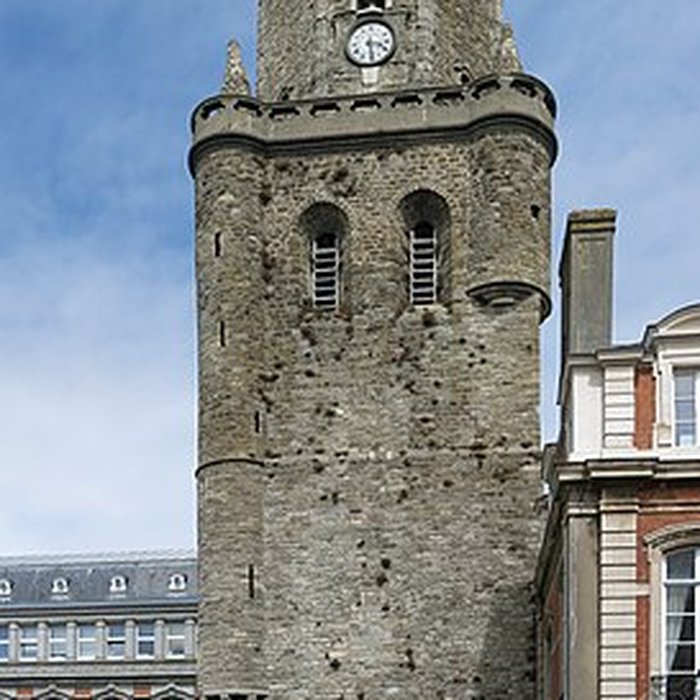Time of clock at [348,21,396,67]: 3:28
